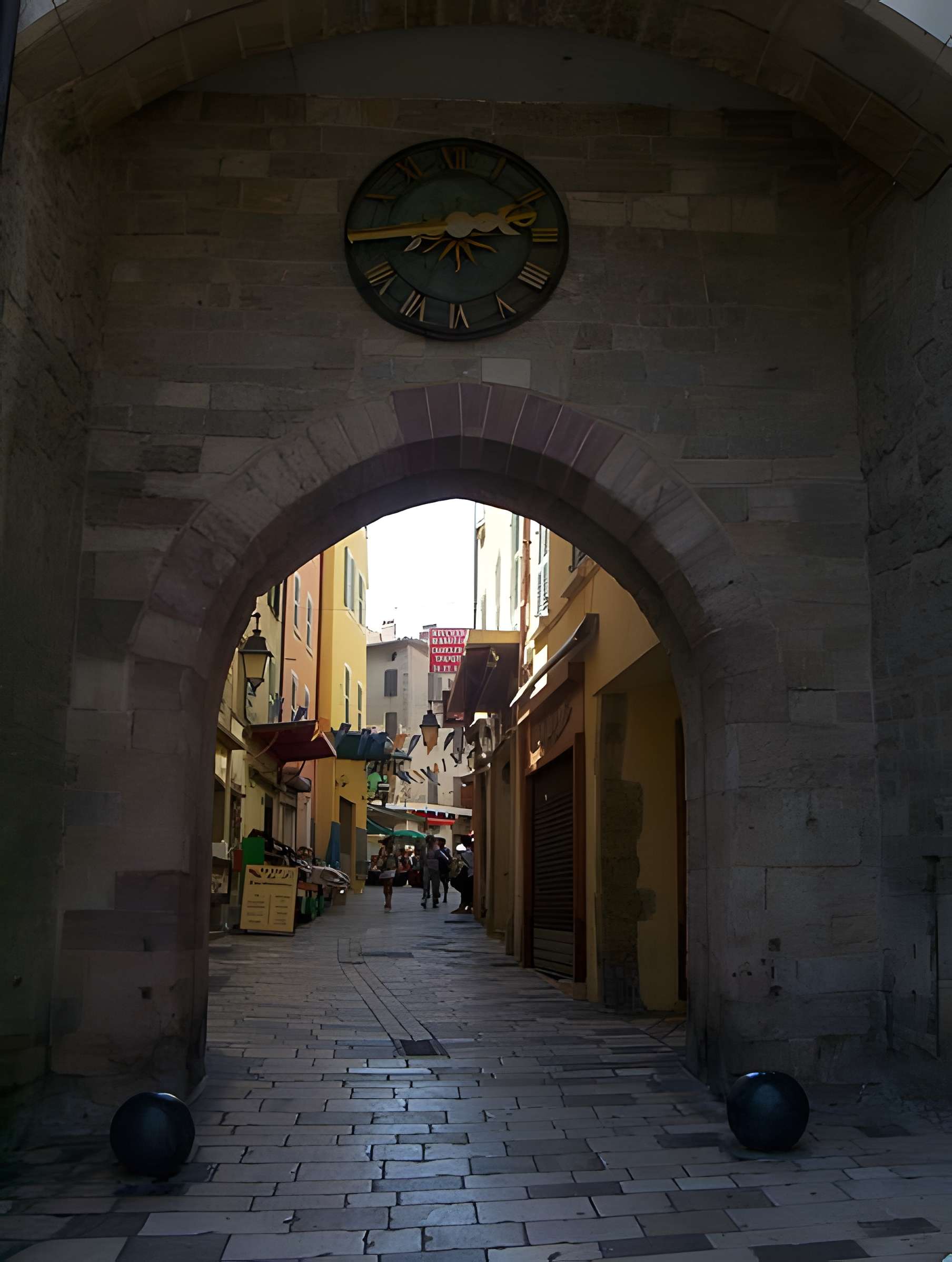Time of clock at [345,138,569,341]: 2:44
